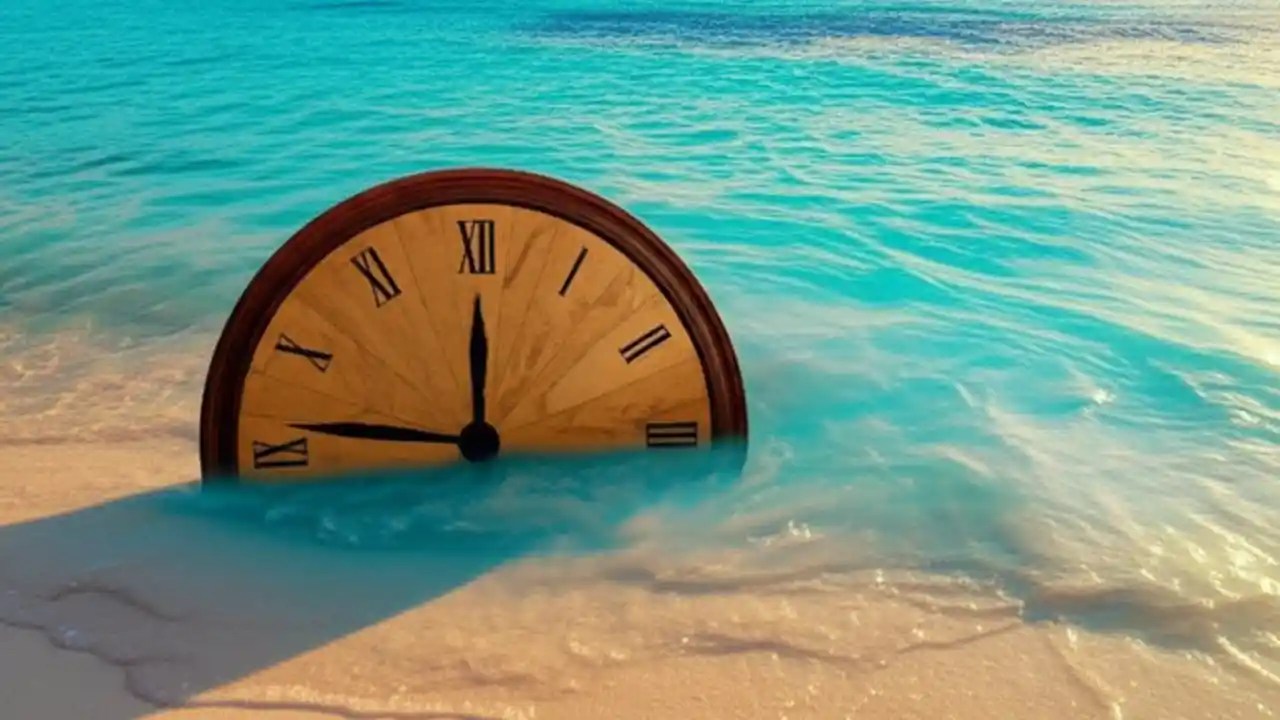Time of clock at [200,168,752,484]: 11:46
